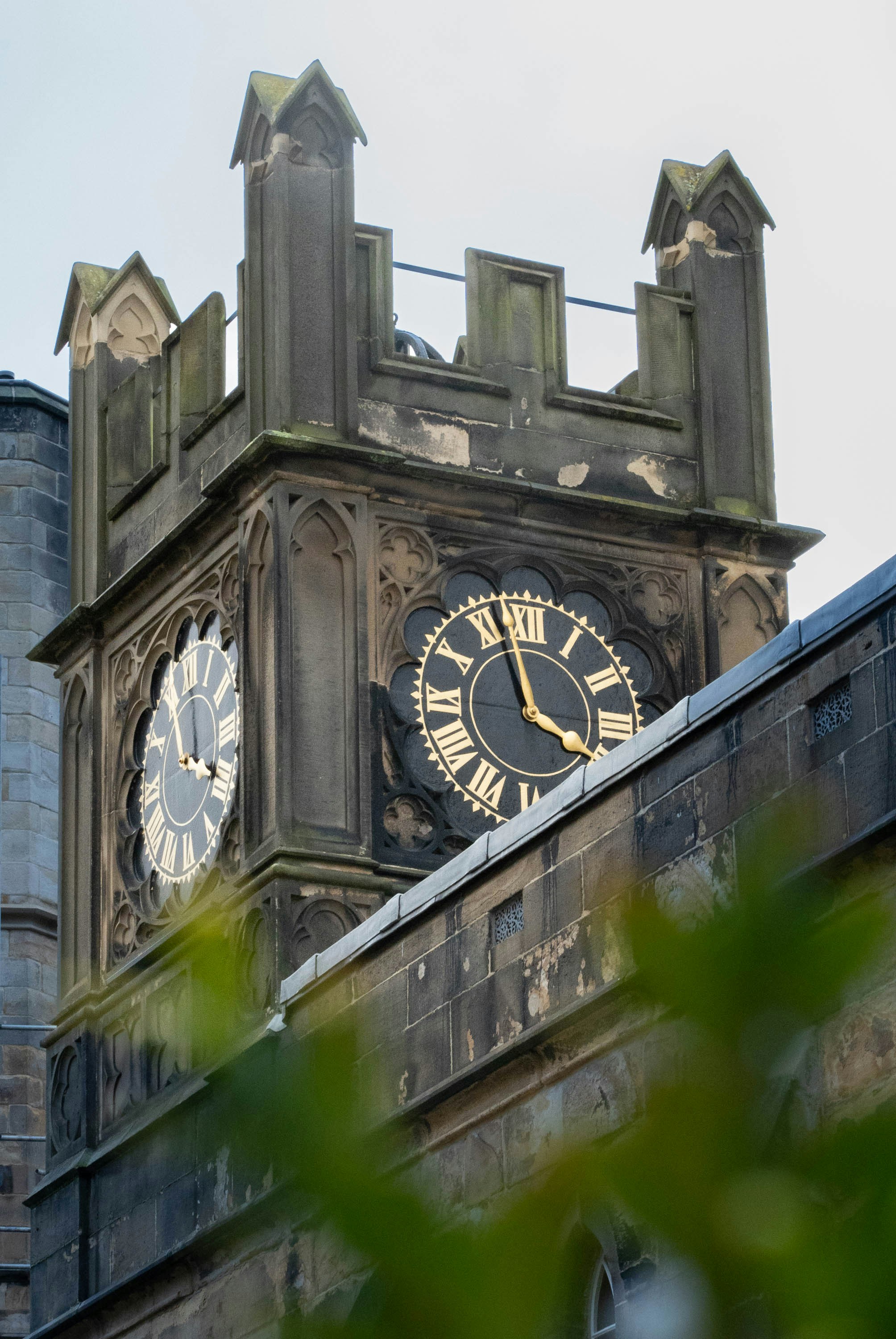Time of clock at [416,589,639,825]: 3:57
